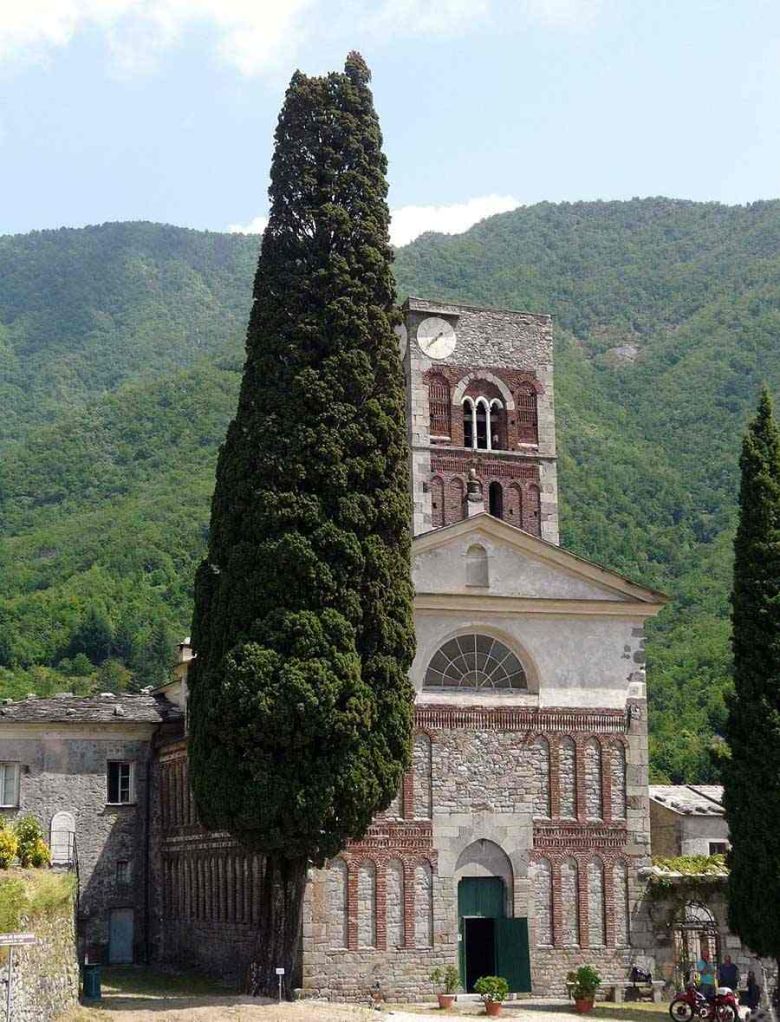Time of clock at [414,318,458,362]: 1:37
